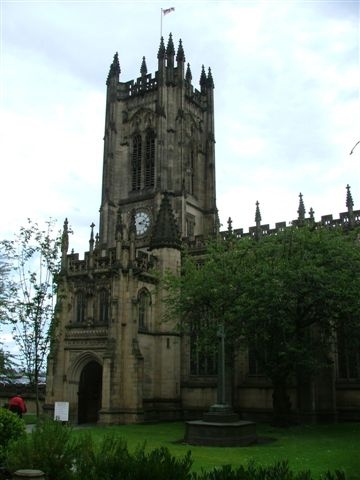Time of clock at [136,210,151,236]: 2:18
